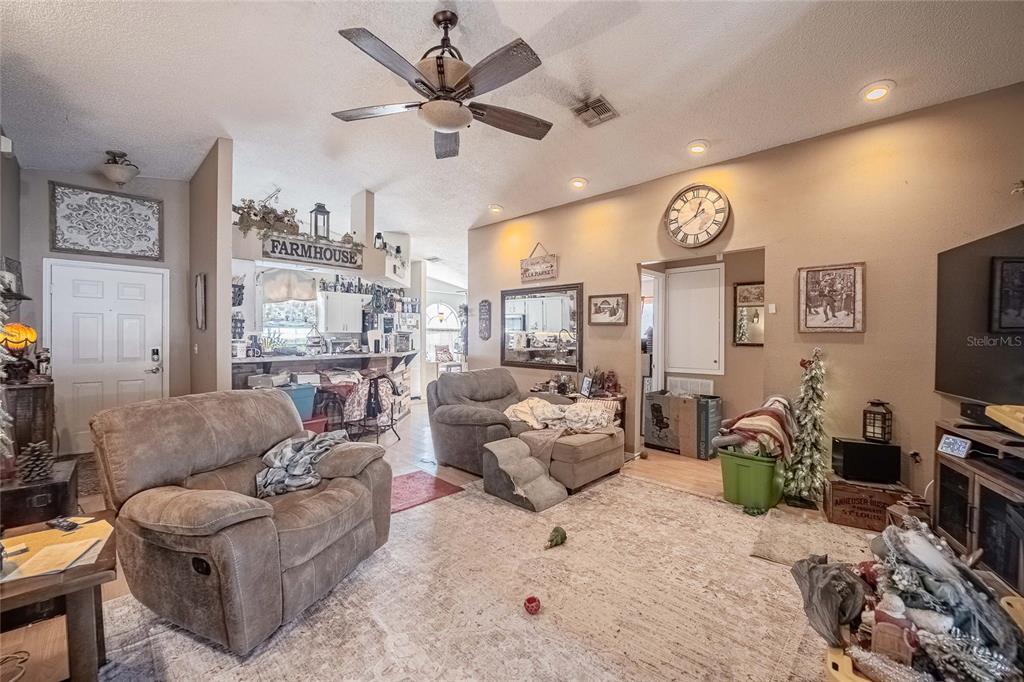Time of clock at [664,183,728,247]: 12:40
